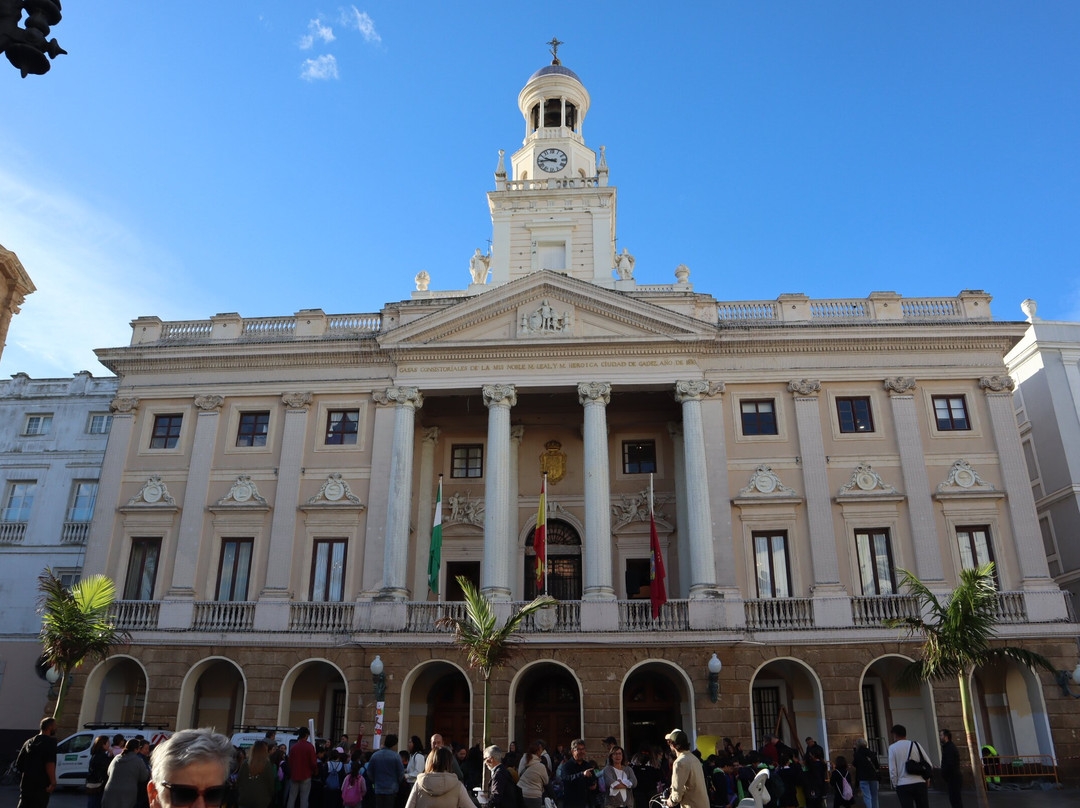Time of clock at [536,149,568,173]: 9:43
